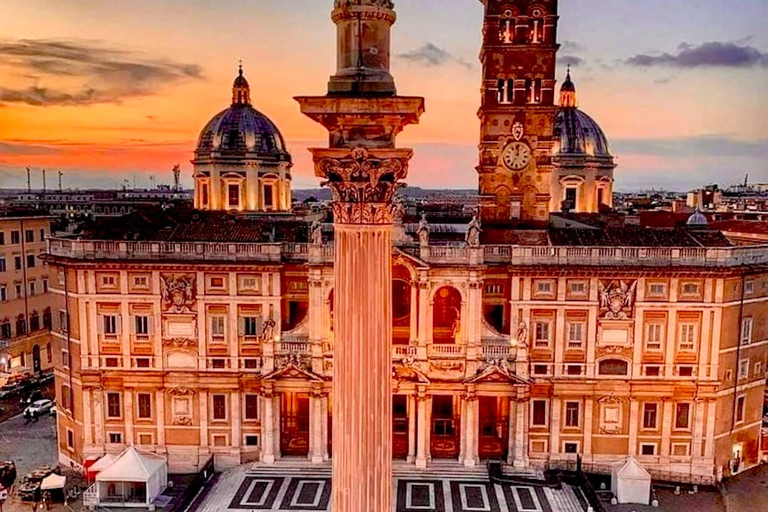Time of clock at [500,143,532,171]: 12:35
